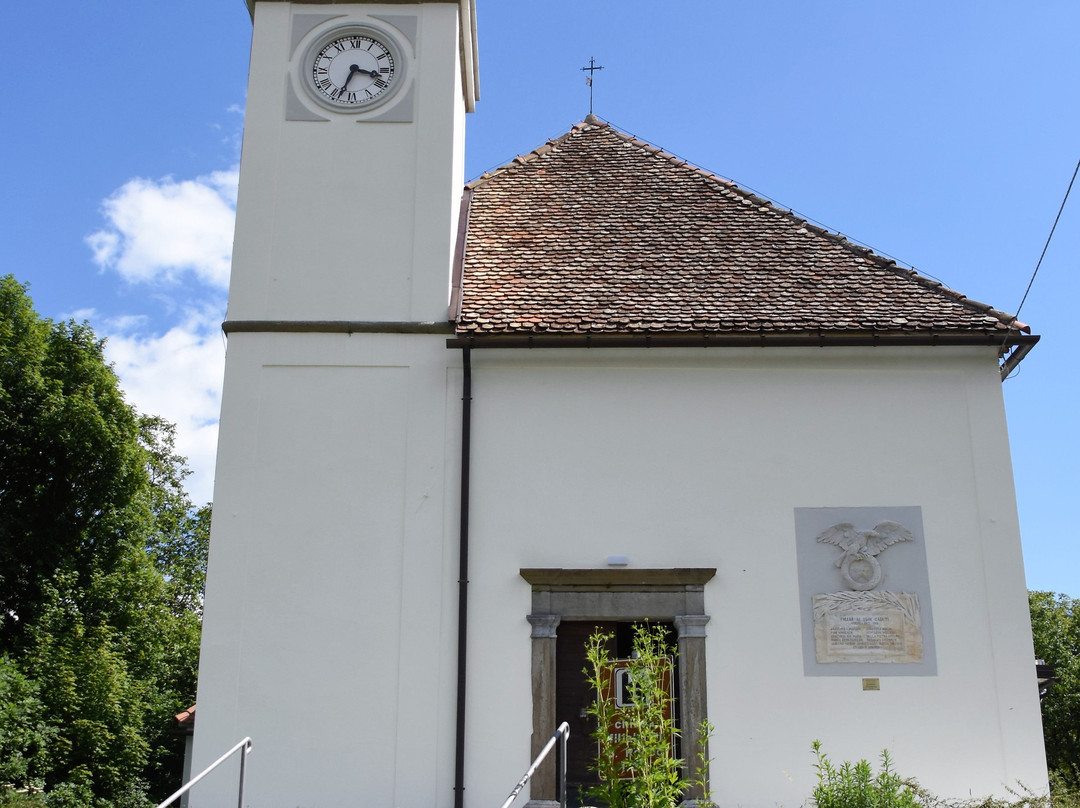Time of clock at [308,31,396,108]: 3:33
